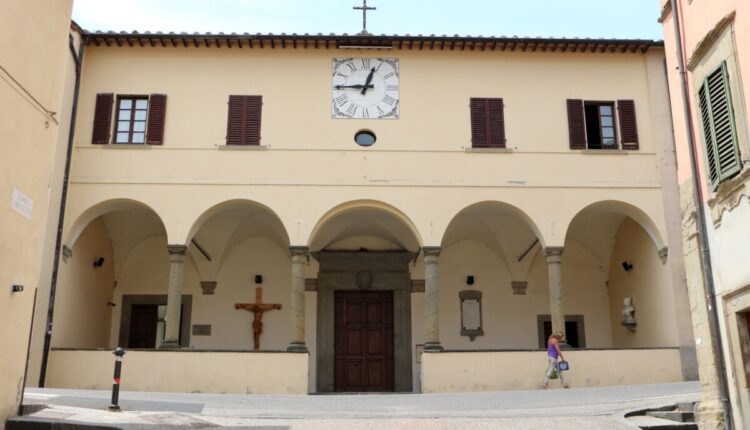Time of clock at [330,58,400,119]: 12:45
